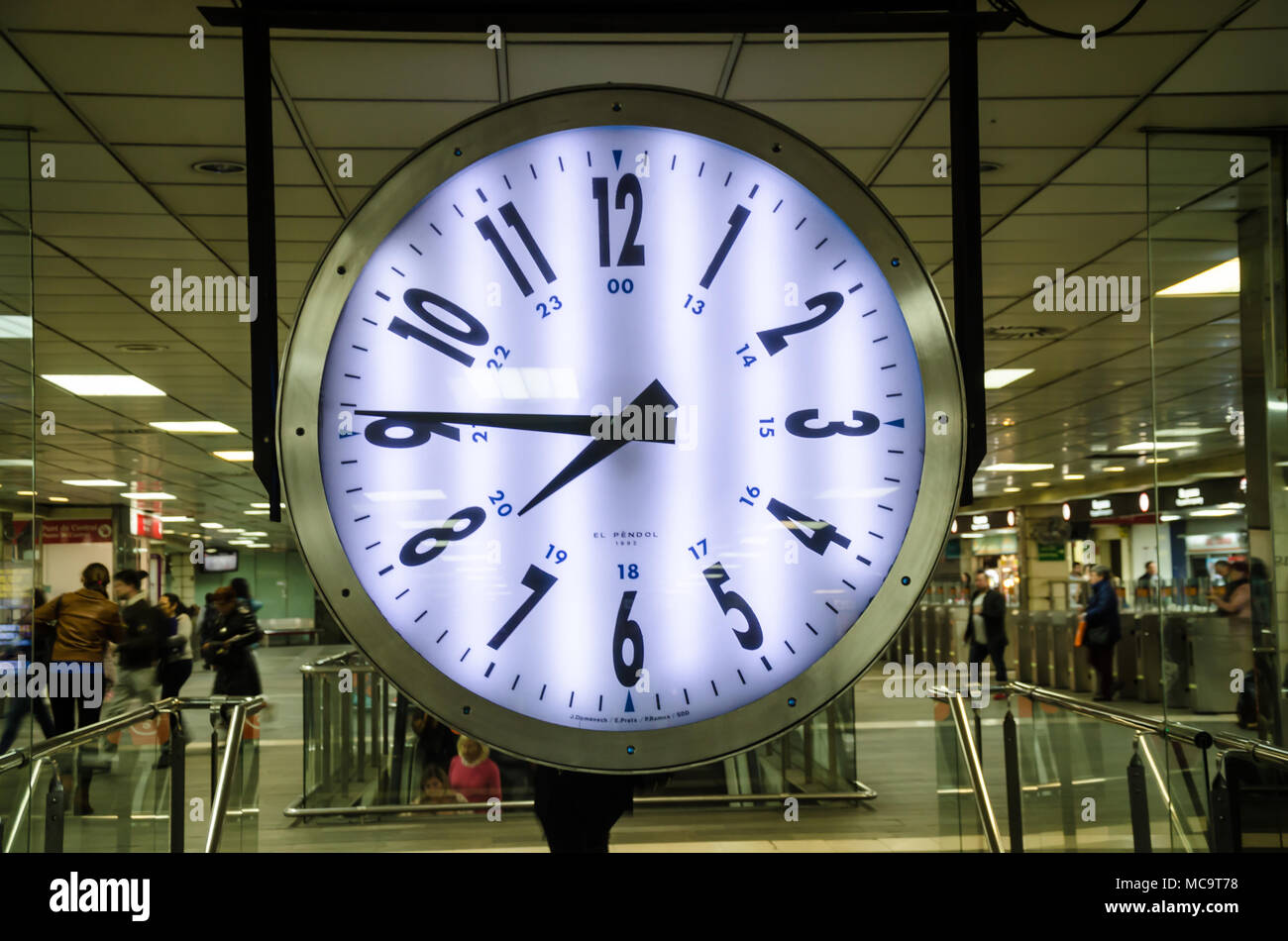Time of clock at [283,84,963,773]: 7:45
